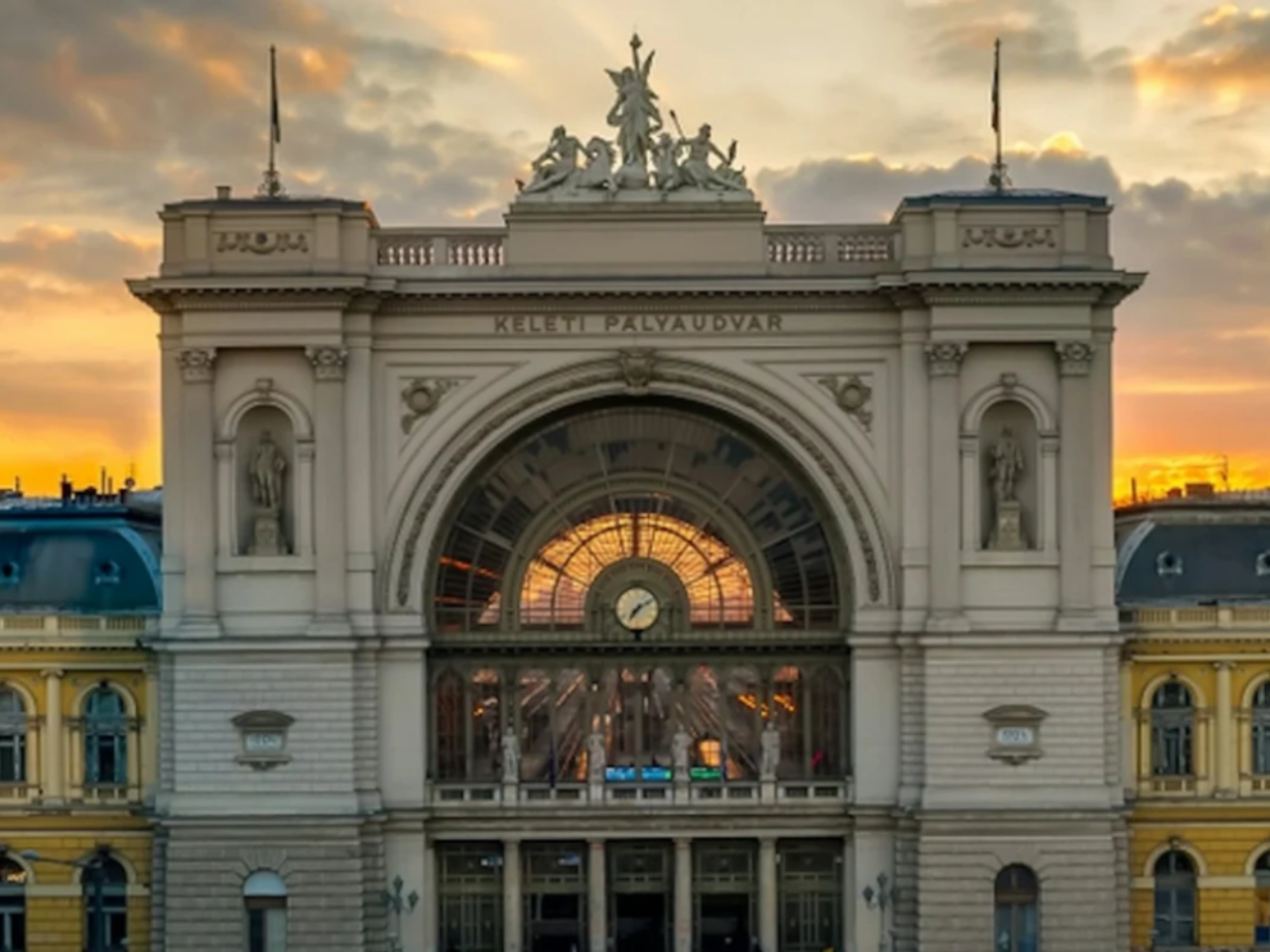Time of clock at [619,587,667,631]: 7:09
